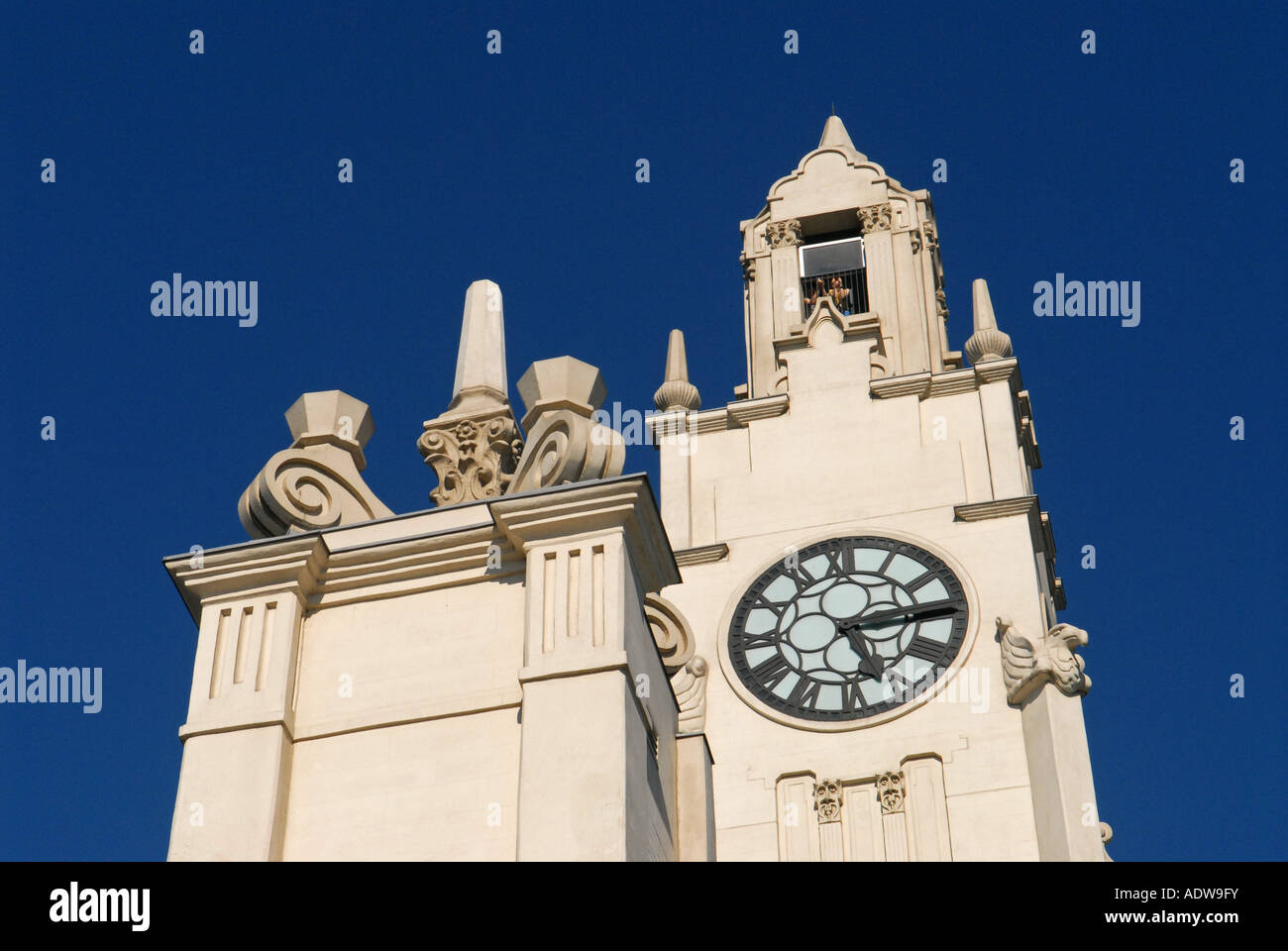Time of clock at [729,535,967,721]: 5:14
